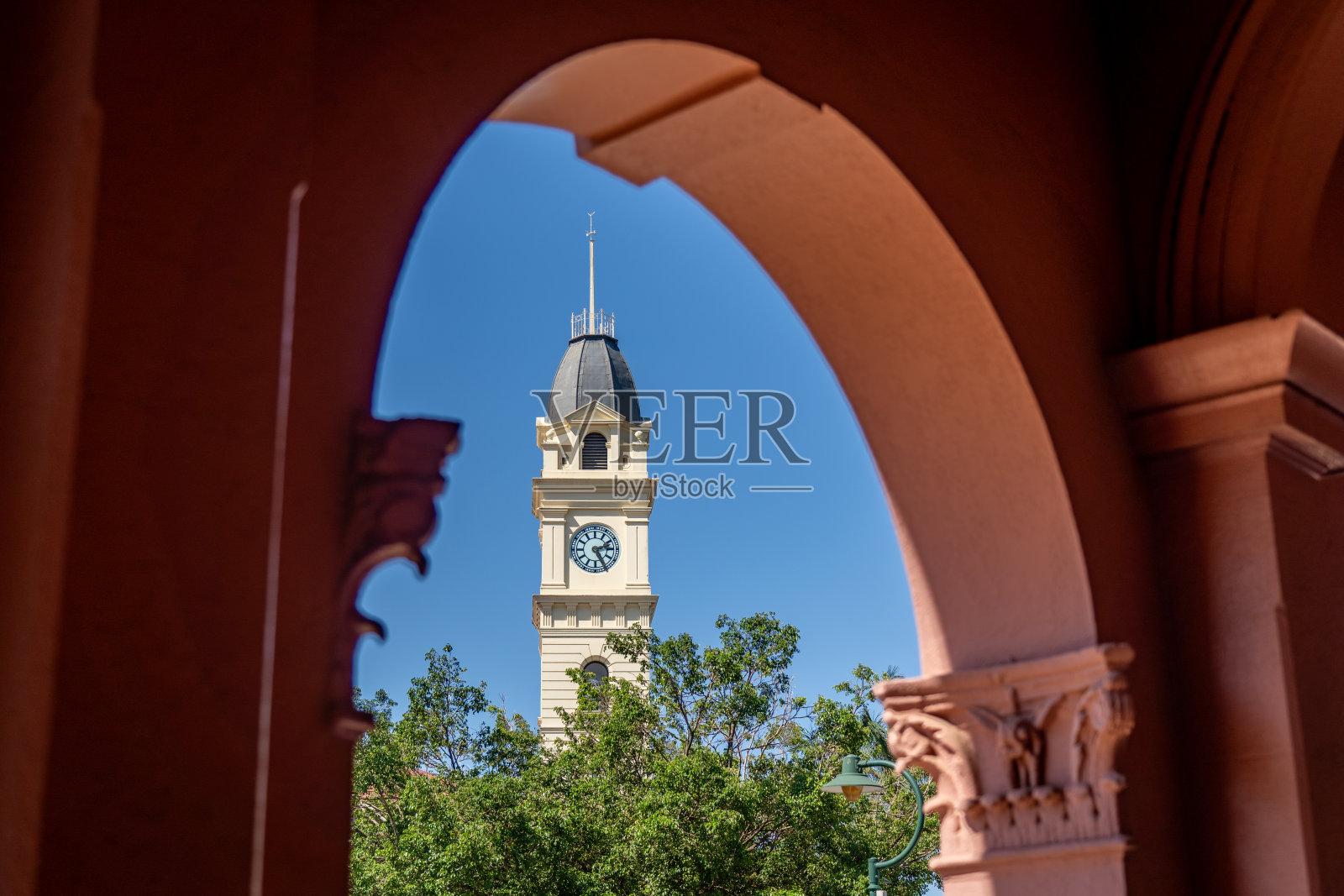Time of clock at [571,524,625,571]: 2:25
